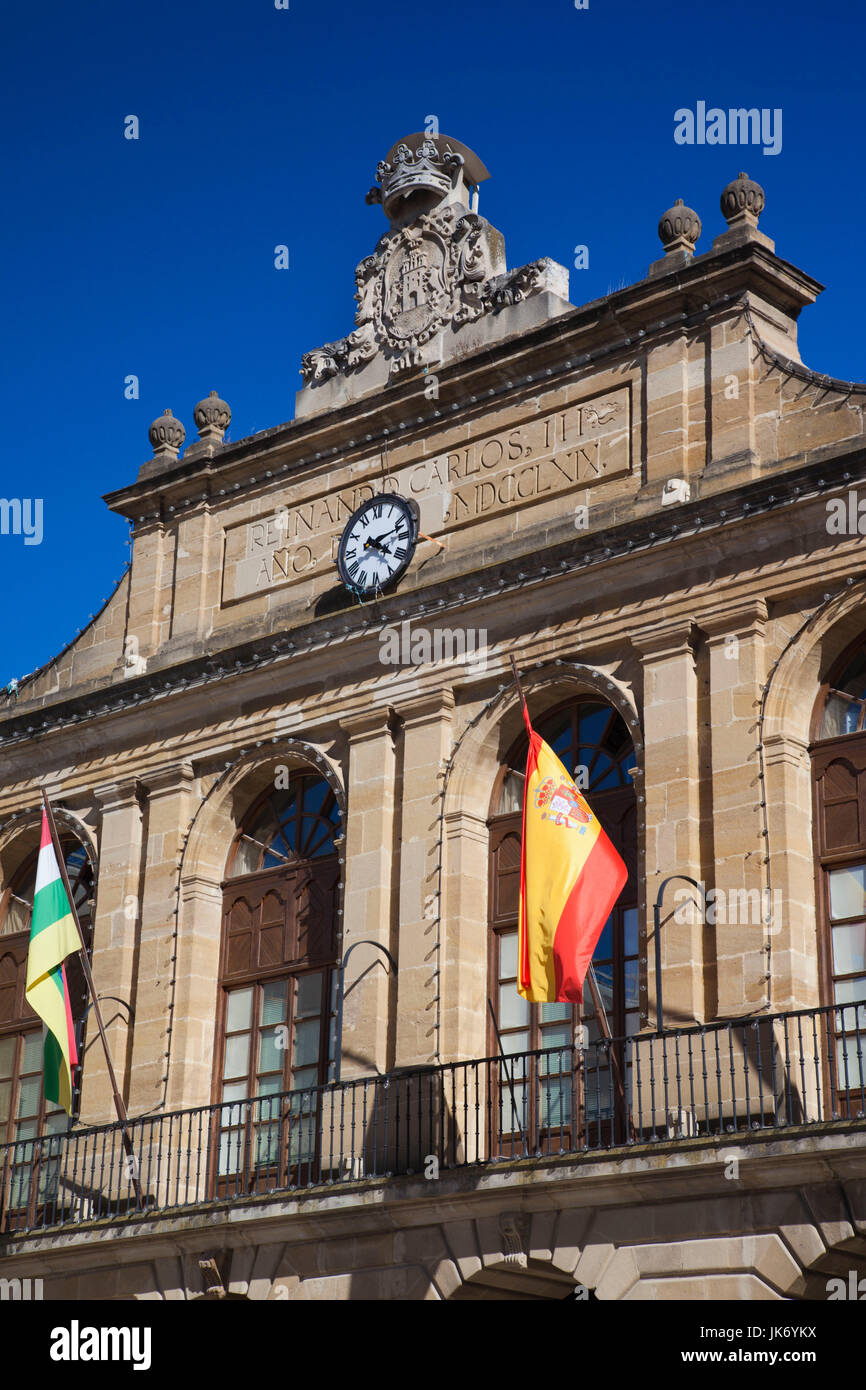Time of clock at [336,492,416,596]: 4:12
